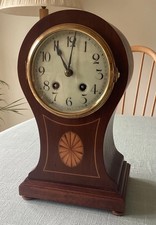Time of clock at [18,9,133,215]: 11:01
